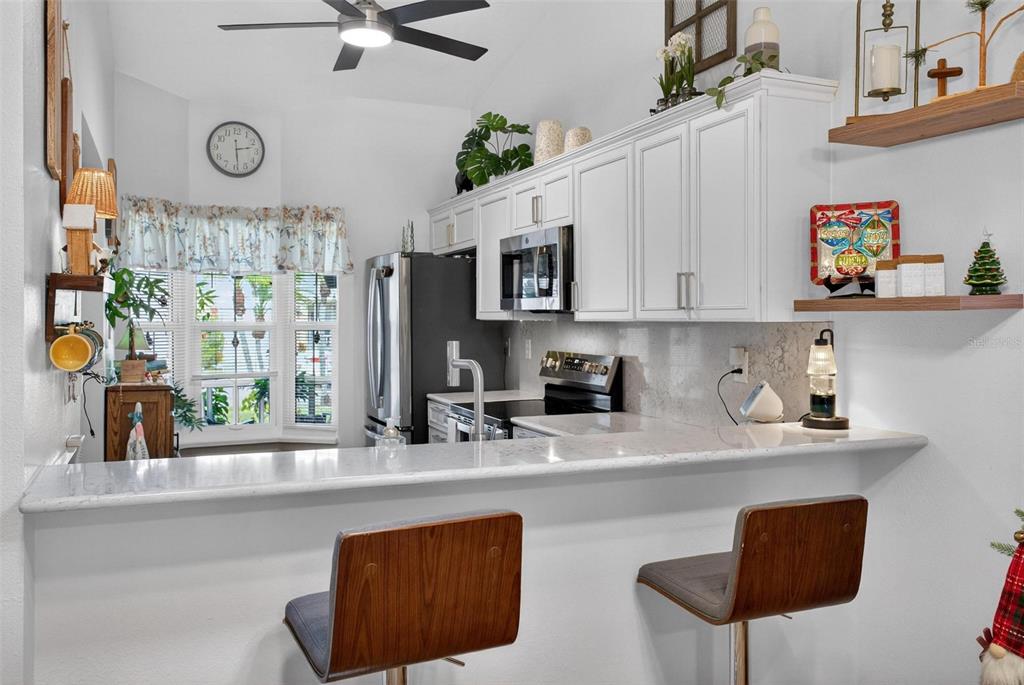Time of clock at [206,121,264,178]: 2:29
